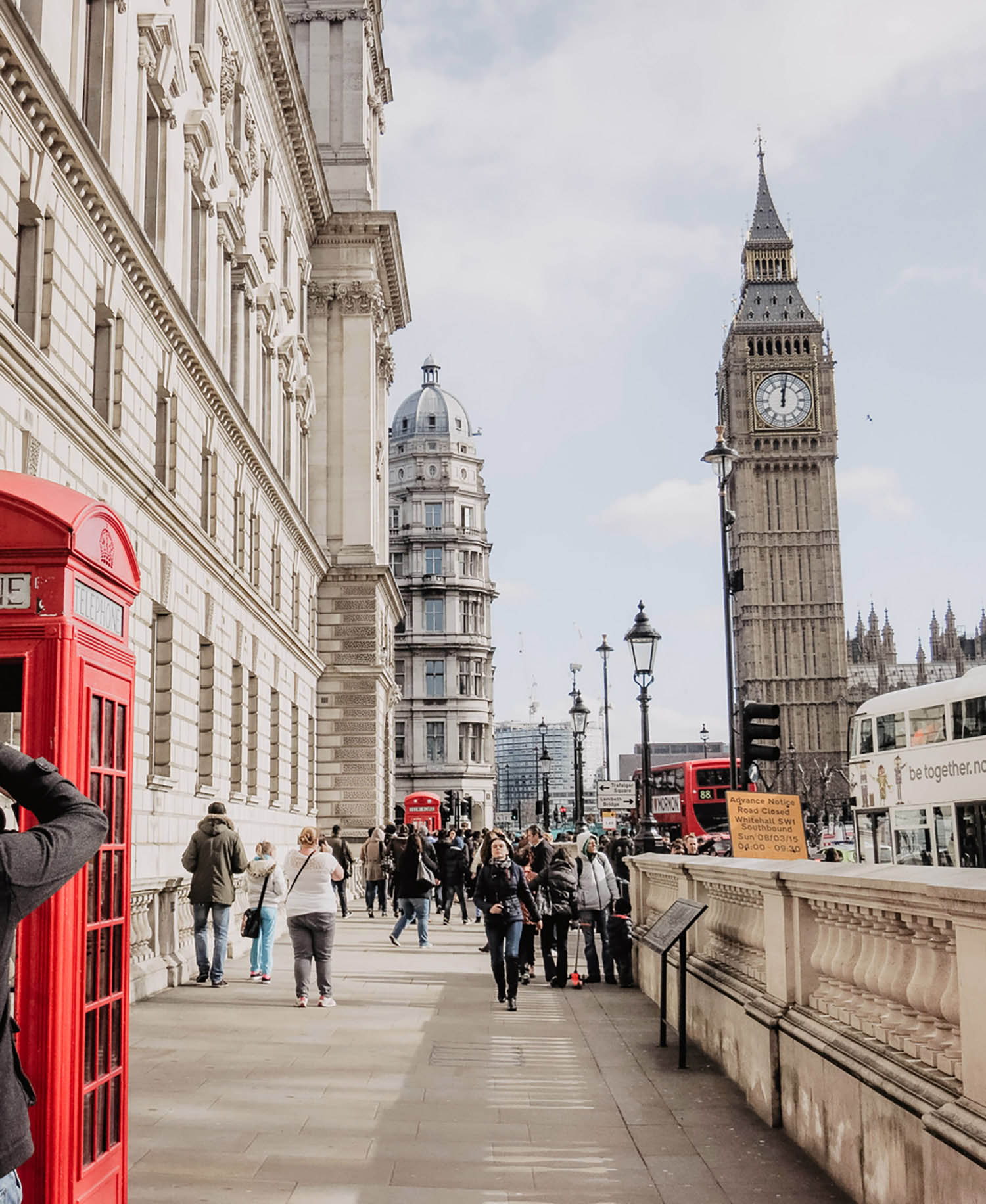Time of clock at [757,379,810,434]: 12:01
